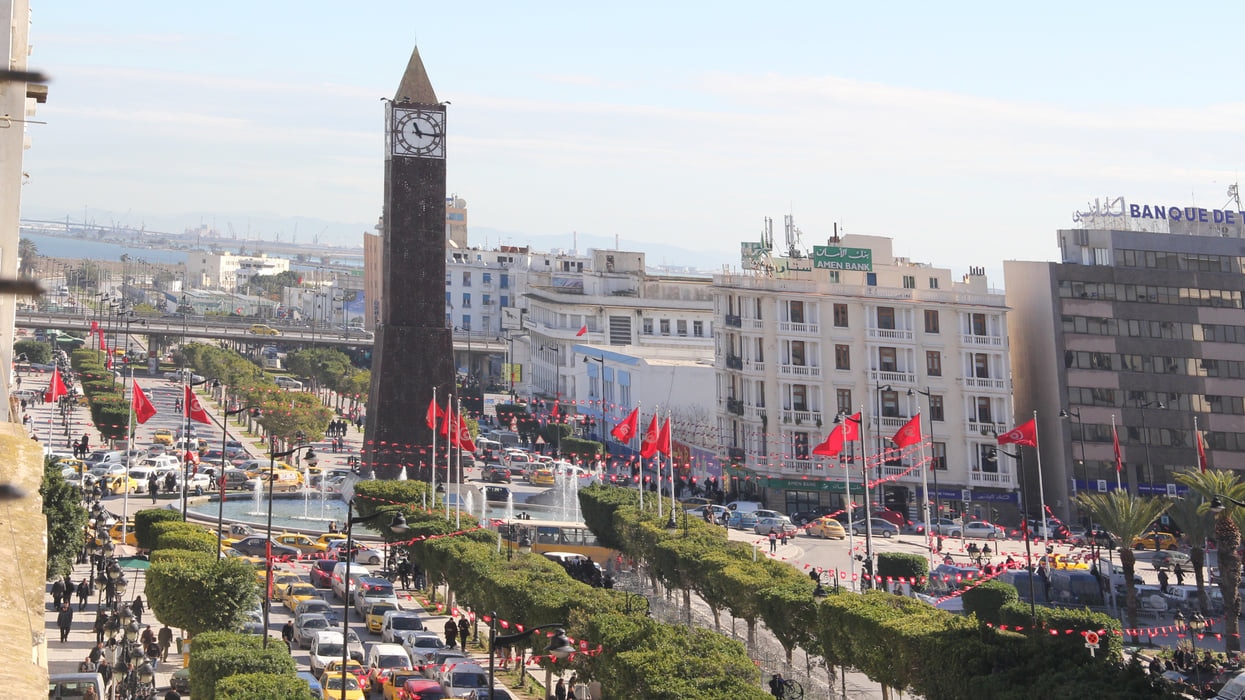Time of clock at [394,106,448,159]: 11:16
